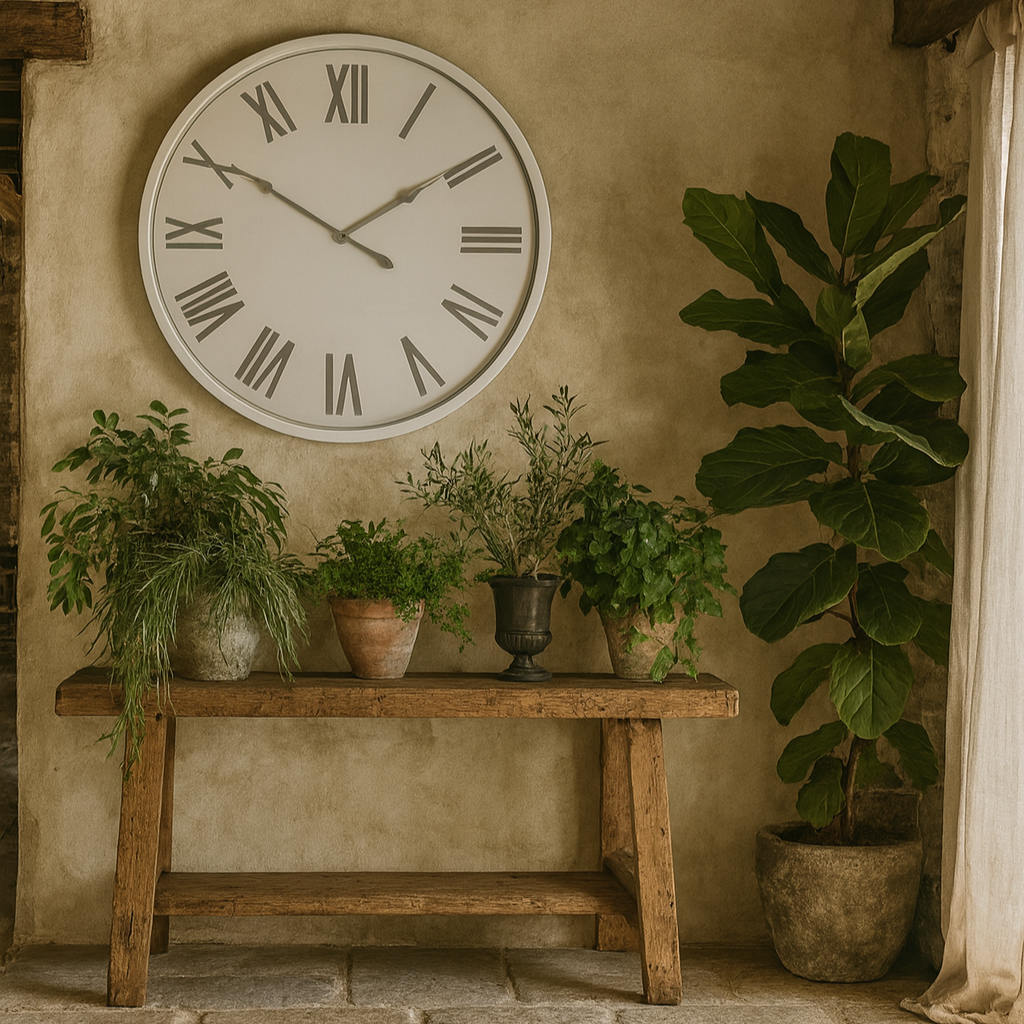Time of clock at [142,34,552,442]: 1:50
